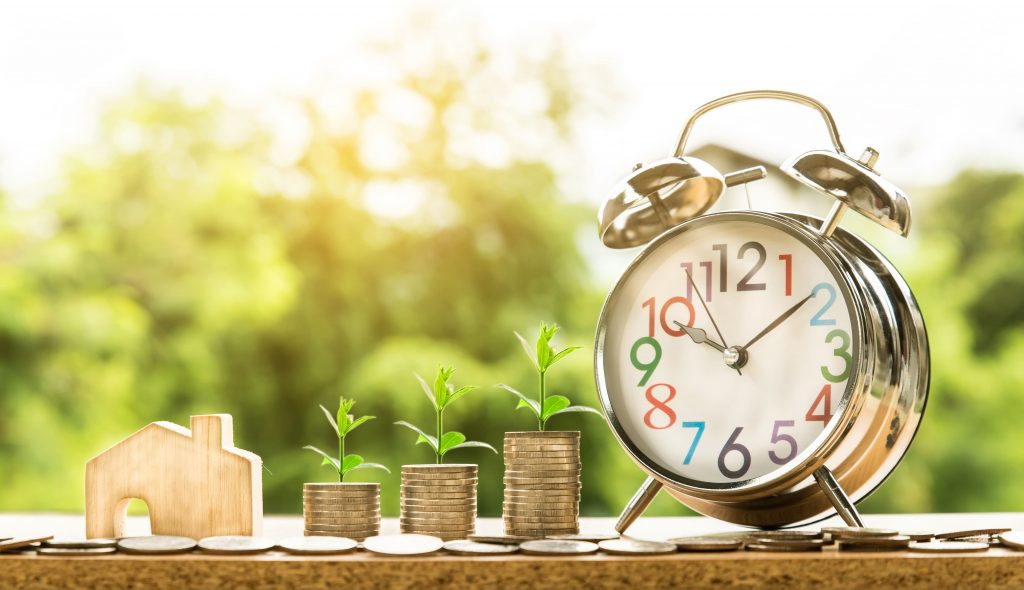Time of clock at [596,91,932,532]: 10:08
